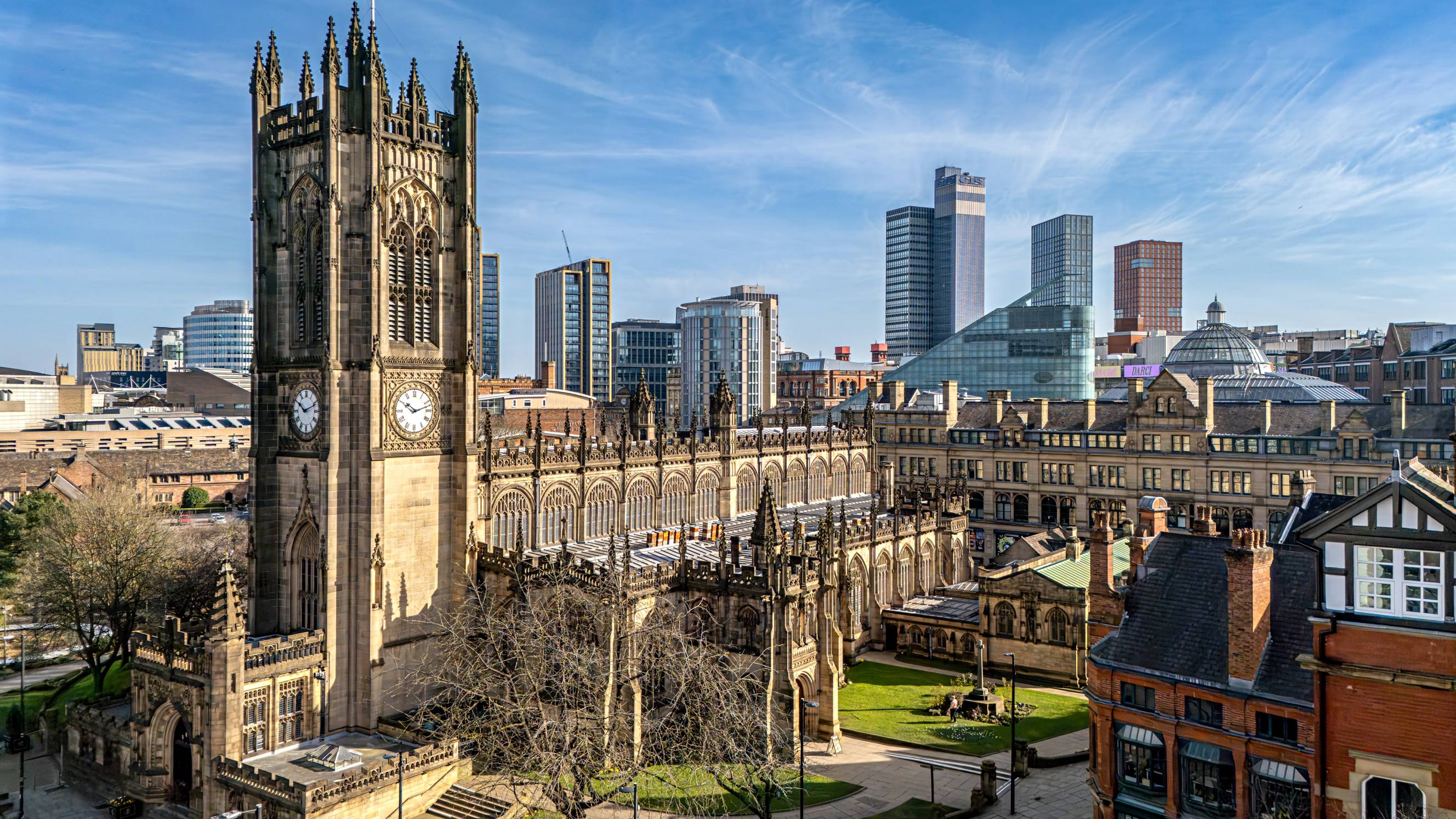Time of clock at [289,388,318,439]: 10:11
